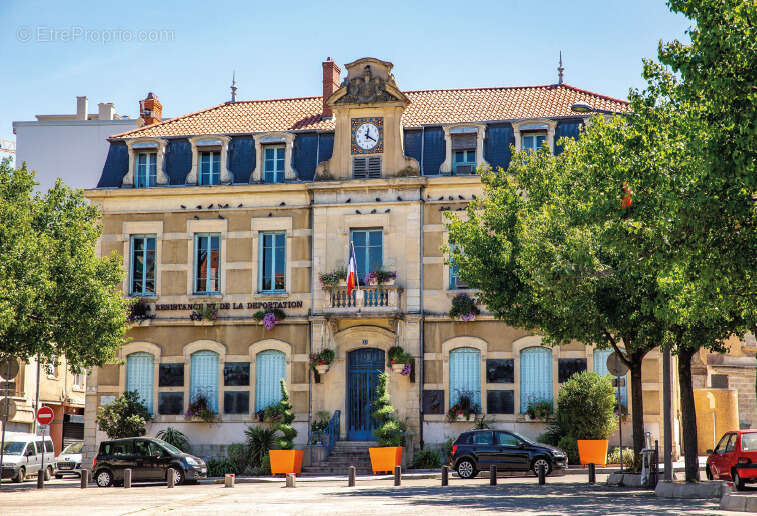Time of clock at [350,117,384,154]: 12:19
